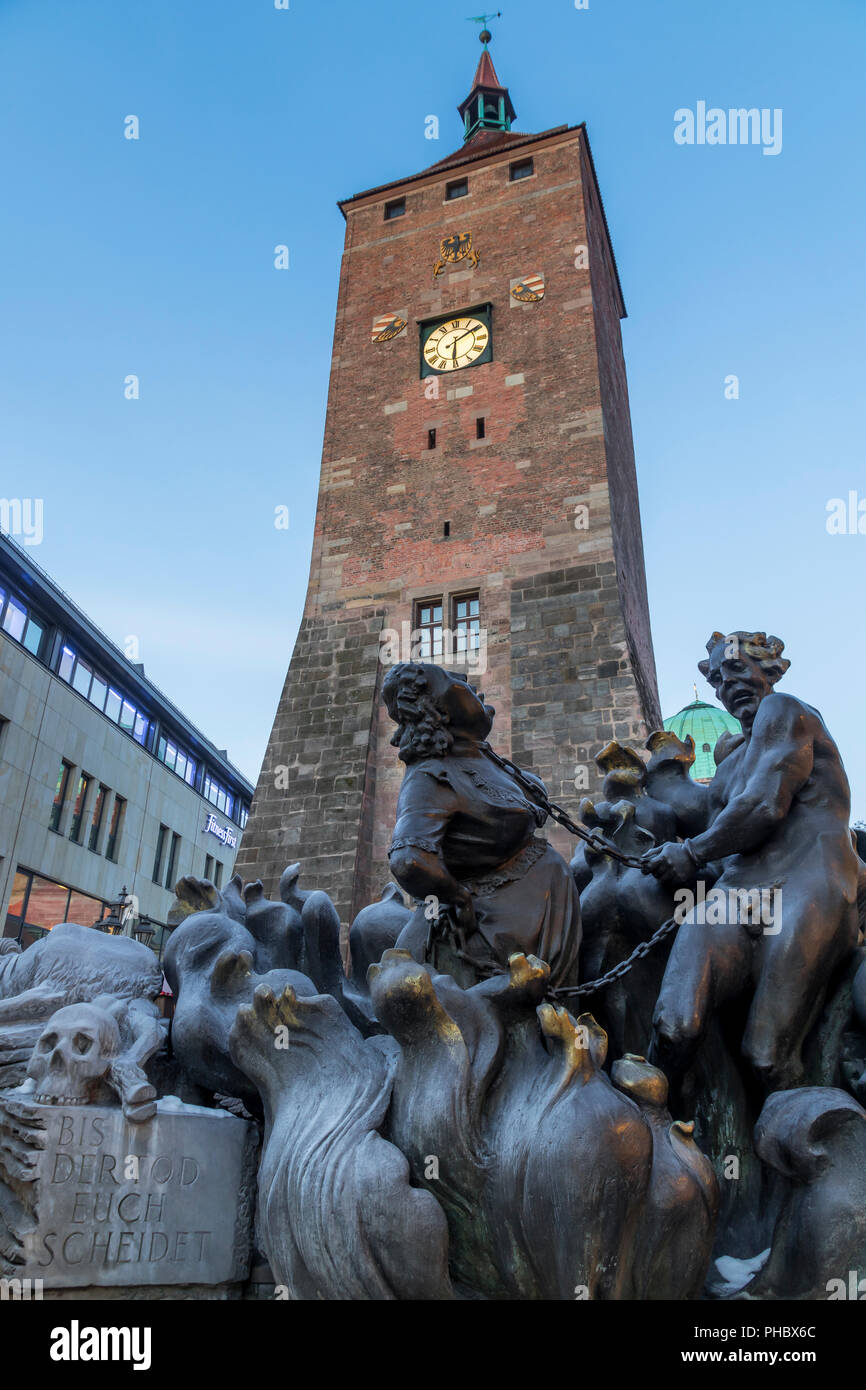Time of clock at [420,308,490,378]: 6:09
